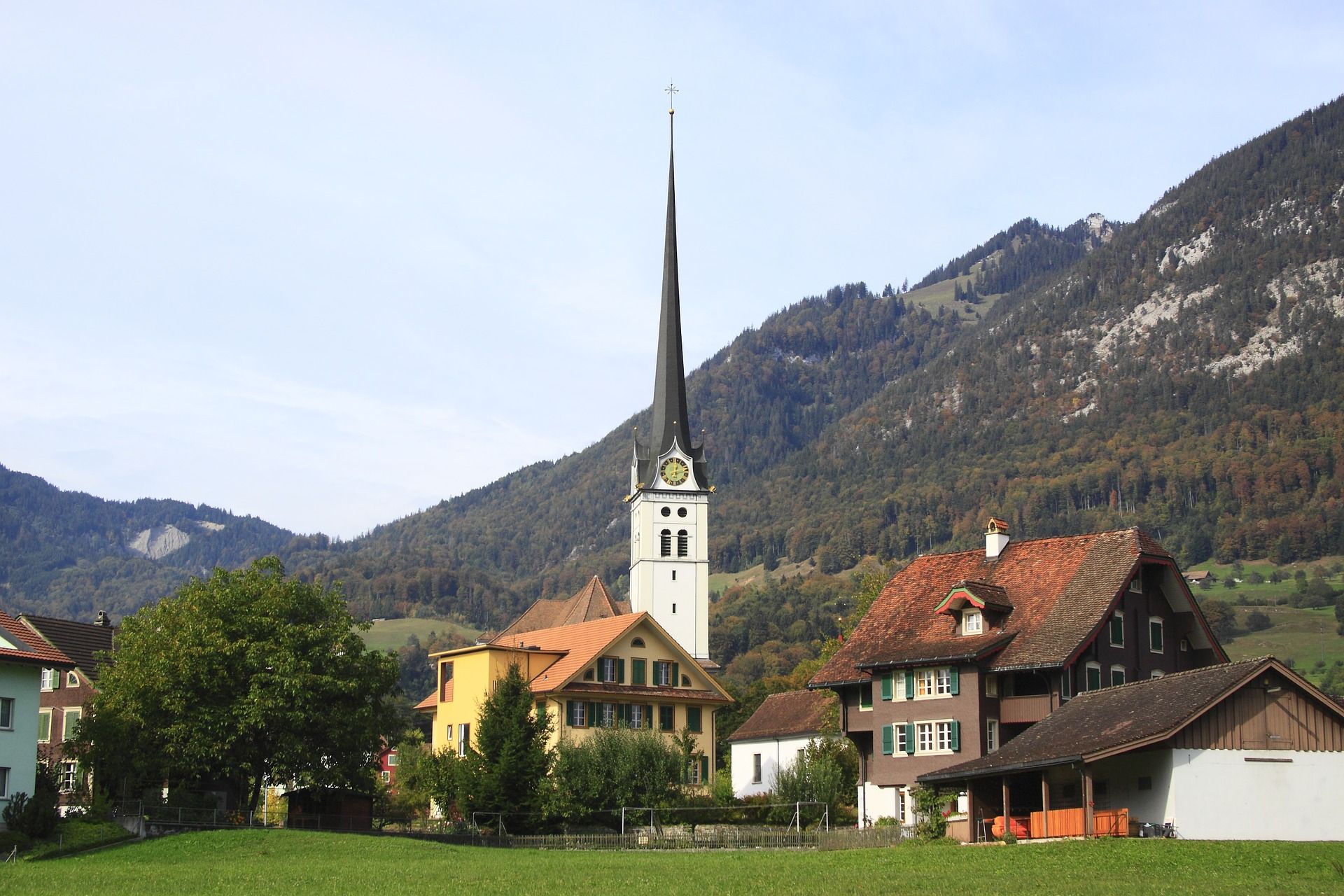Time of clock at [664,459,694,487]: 12:12
